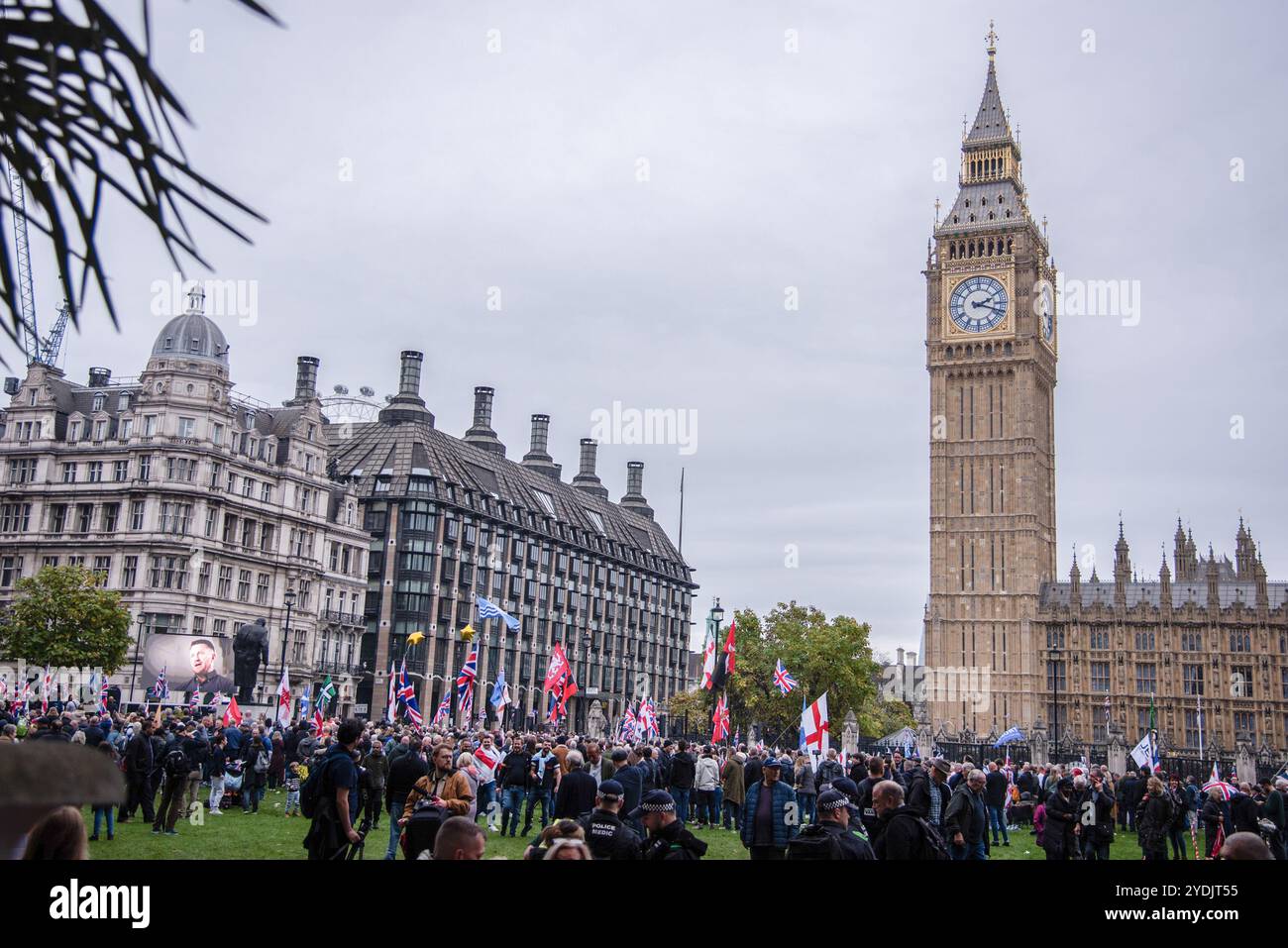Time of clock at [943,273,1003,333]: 2:18
